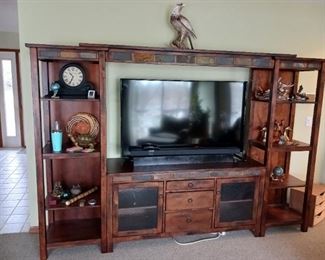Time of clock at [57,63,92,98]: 10:34
